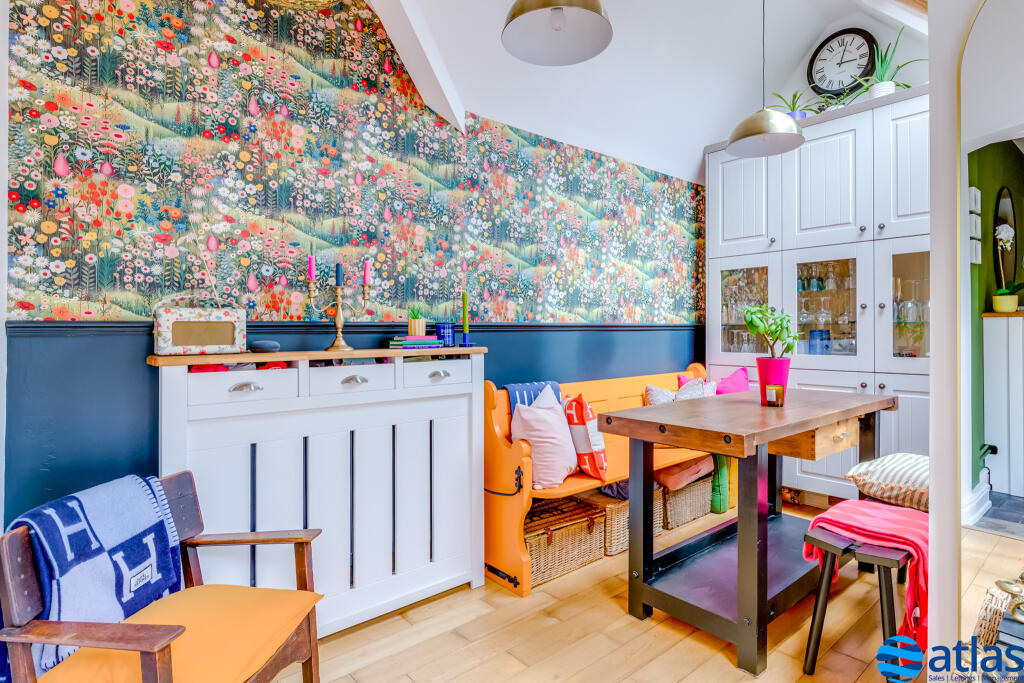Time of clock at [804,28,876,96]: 3:02
